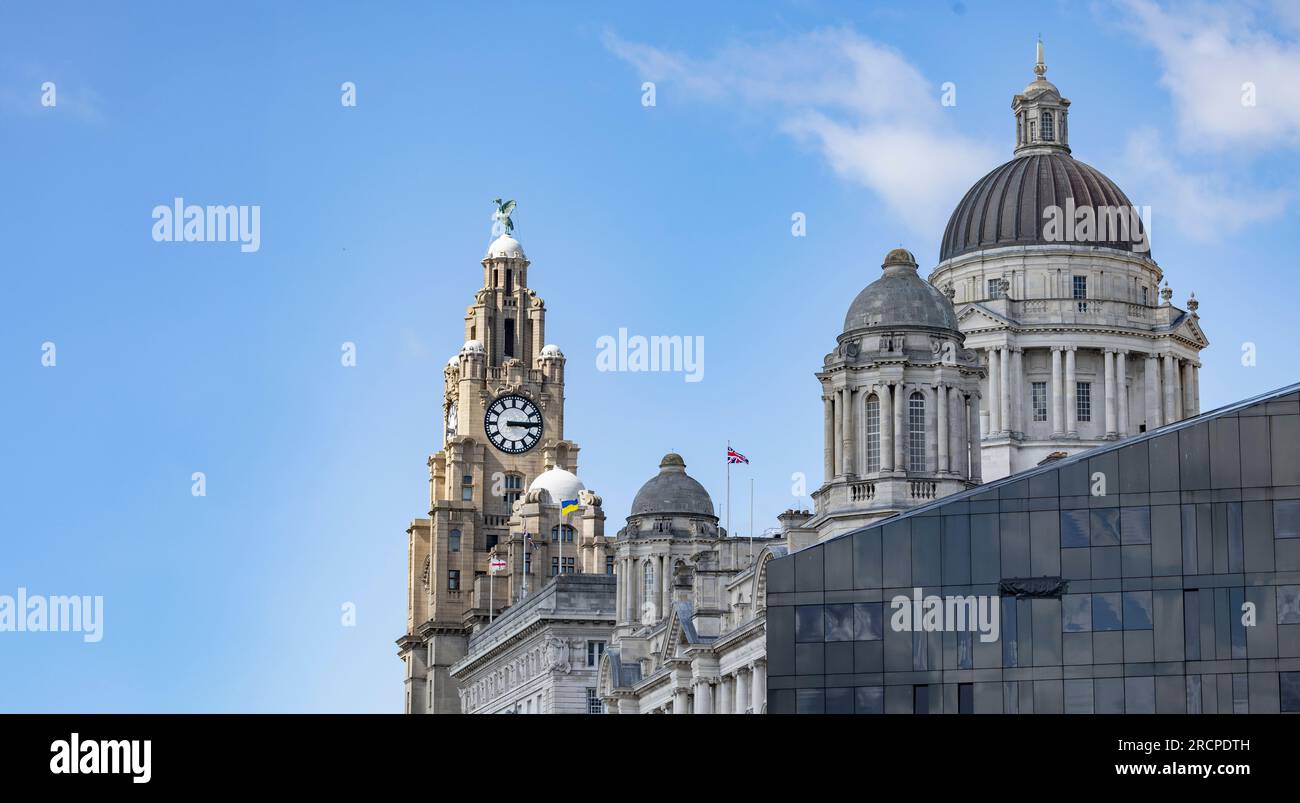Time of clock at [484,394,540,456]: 3:14
